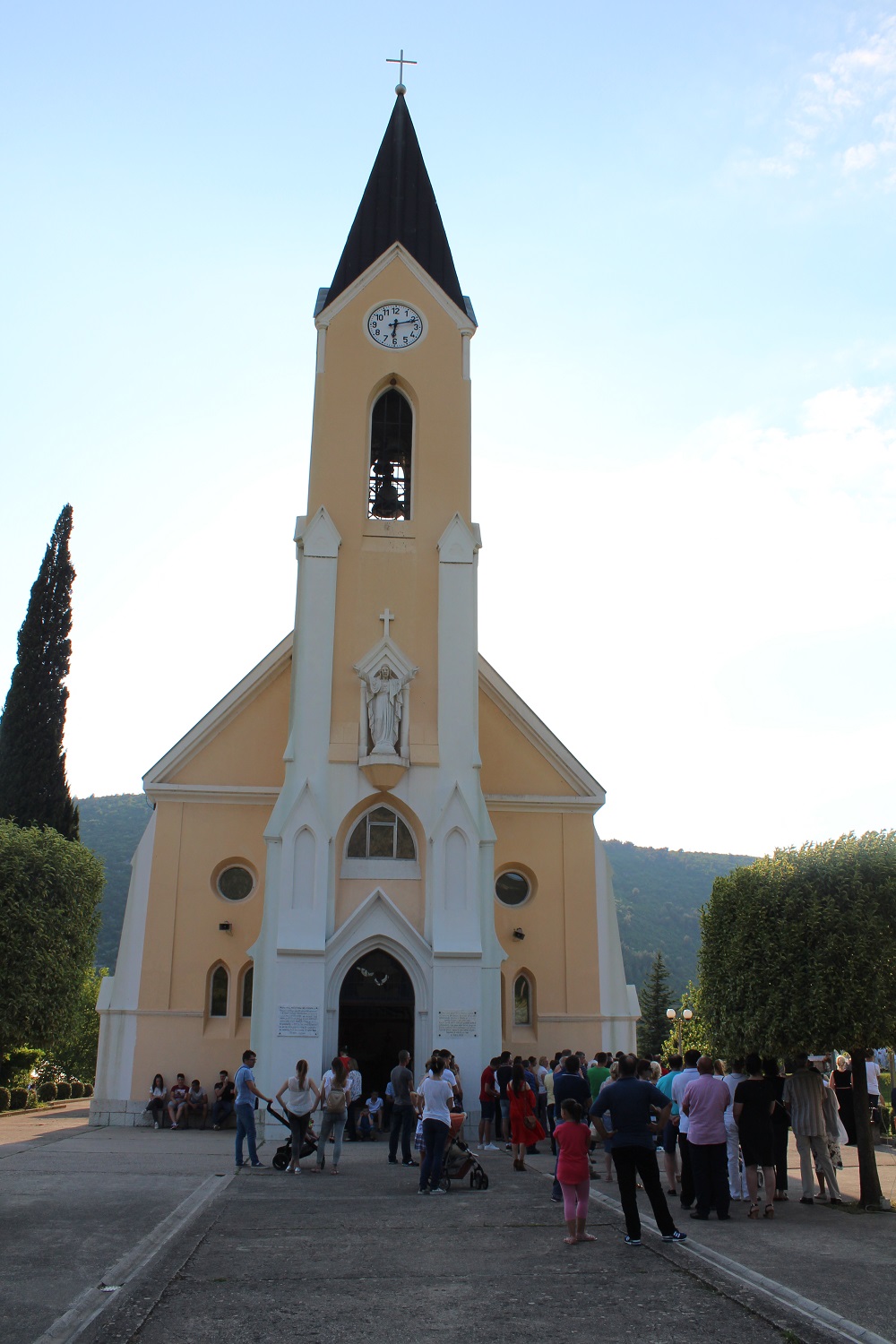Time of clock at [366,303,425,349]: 6:11
